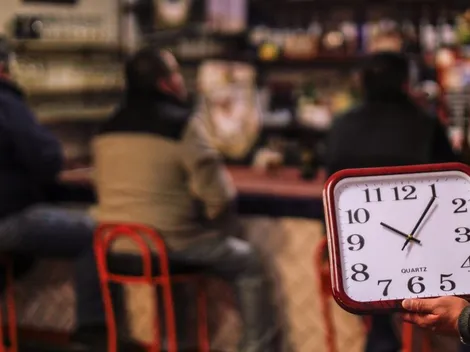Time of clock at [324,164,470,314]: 10:05
